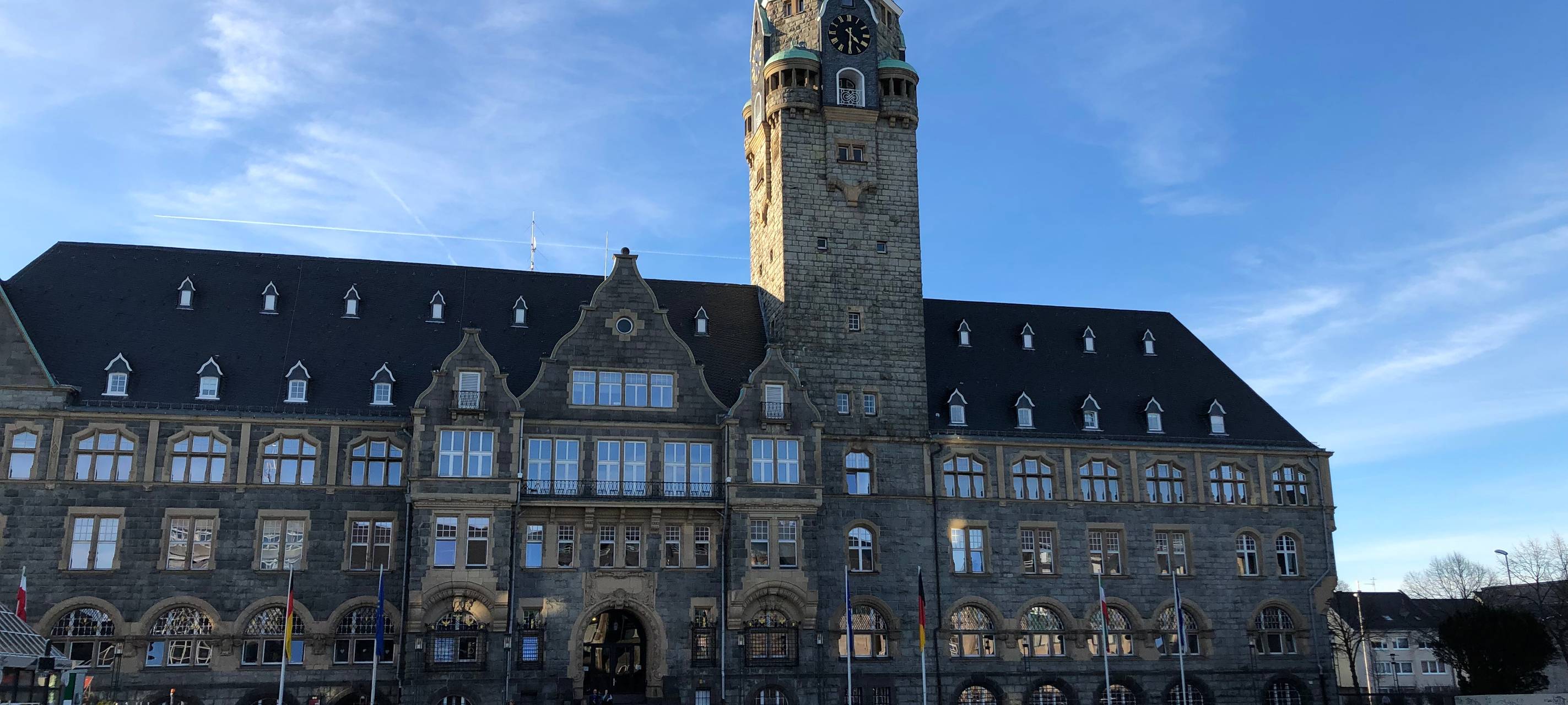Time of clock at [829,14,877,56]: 4:30
